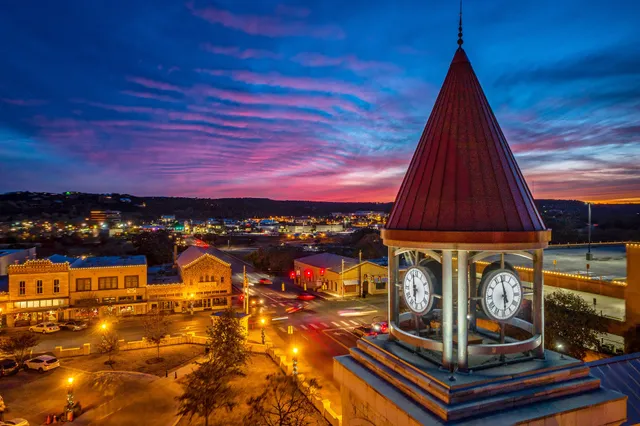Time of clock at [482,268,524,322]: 5:58
